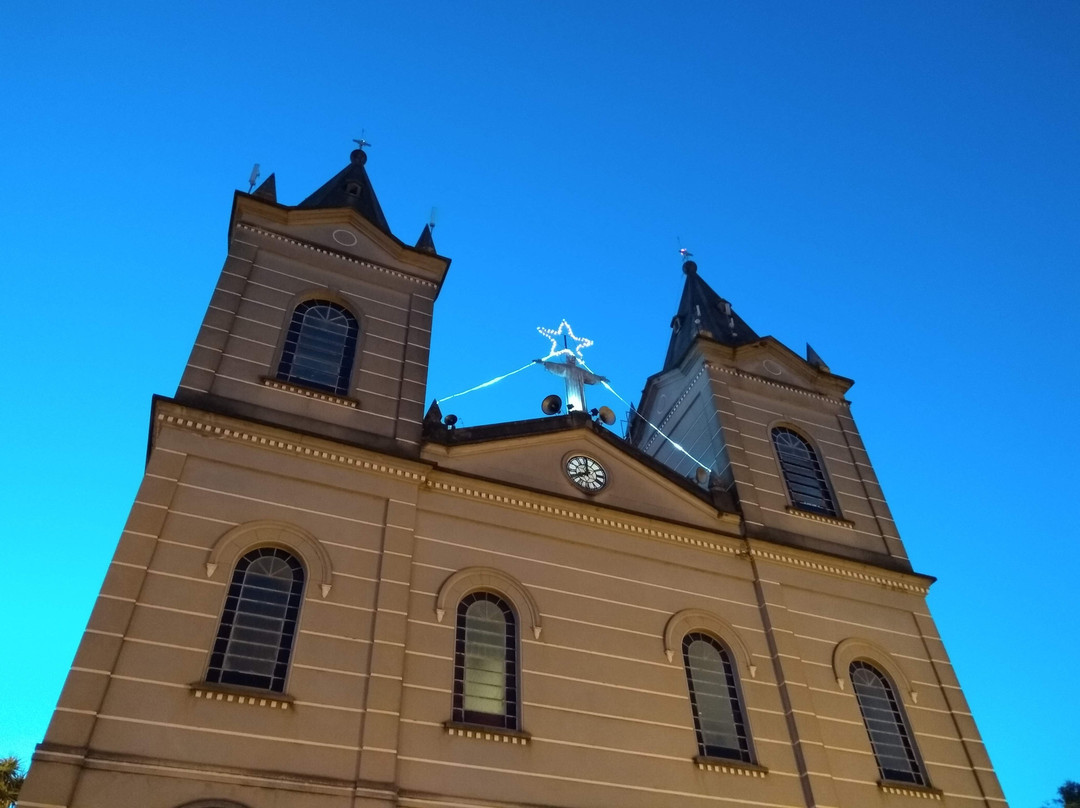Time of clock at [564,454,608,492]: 8:00
